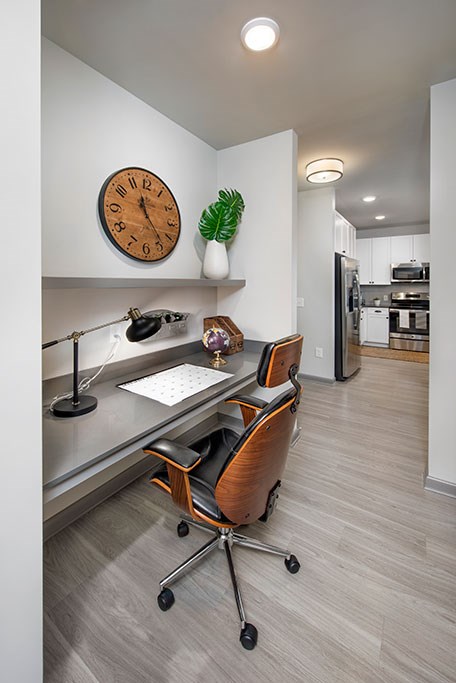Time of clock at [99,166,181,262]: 11:23
